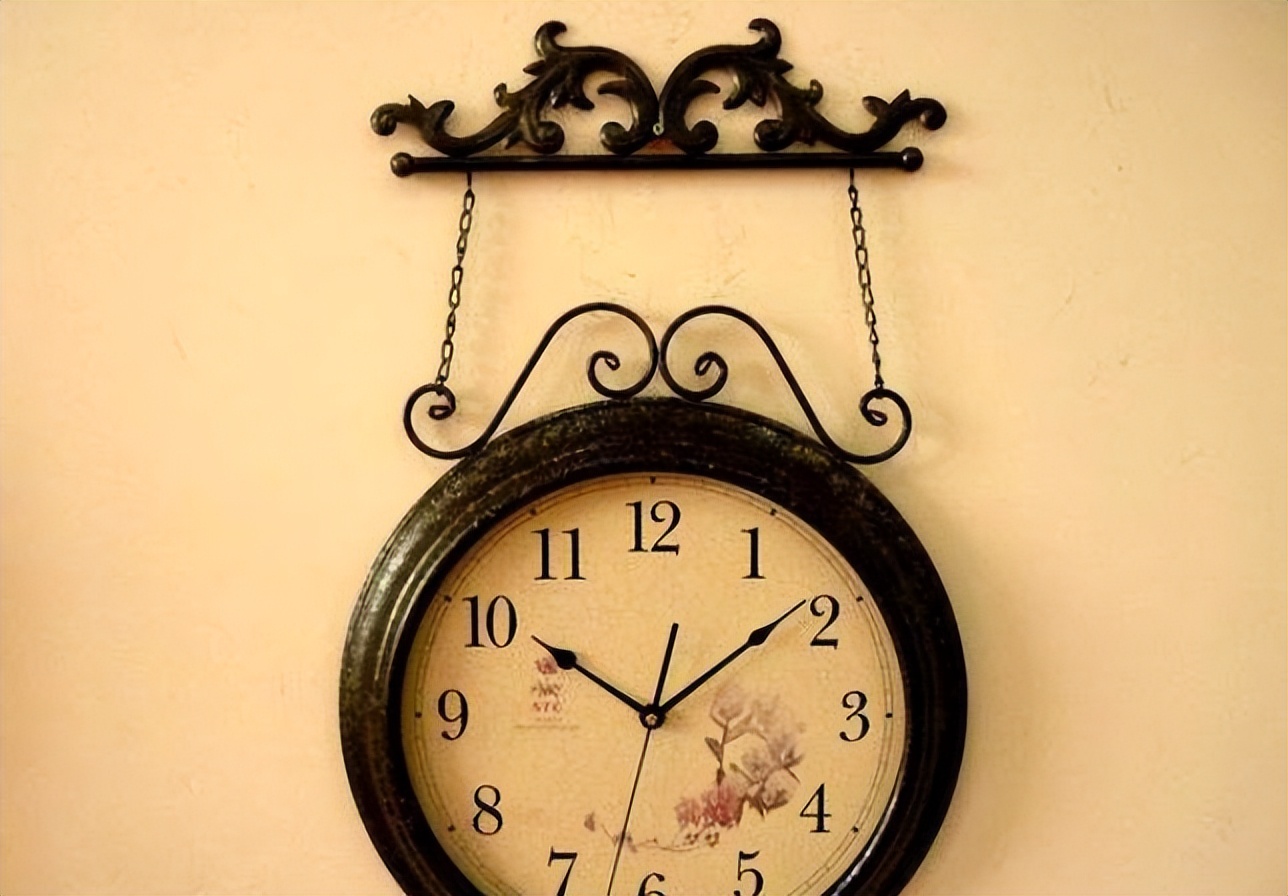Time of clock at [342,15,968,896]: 10:08
